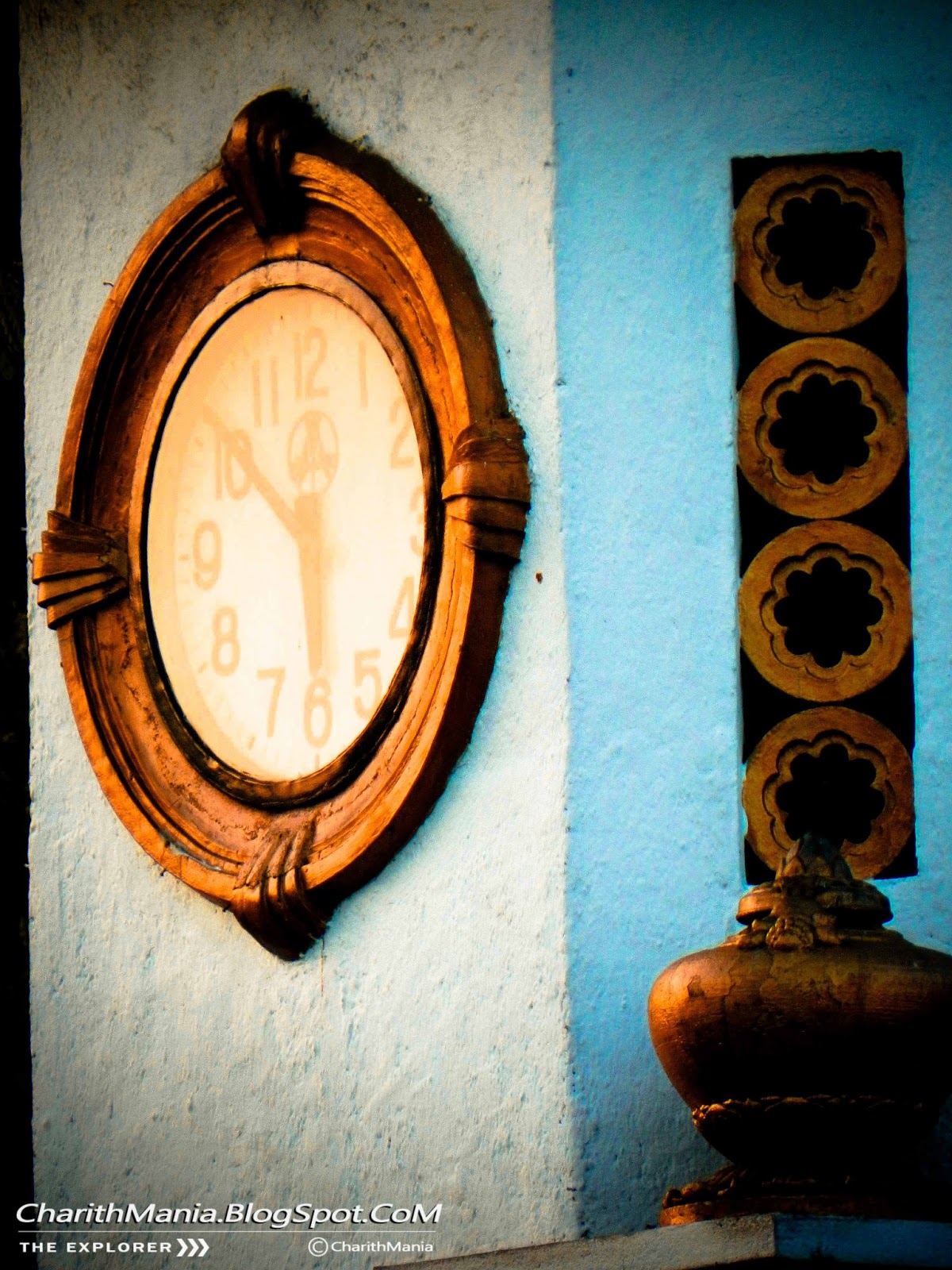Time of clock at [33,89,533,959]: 5:51
